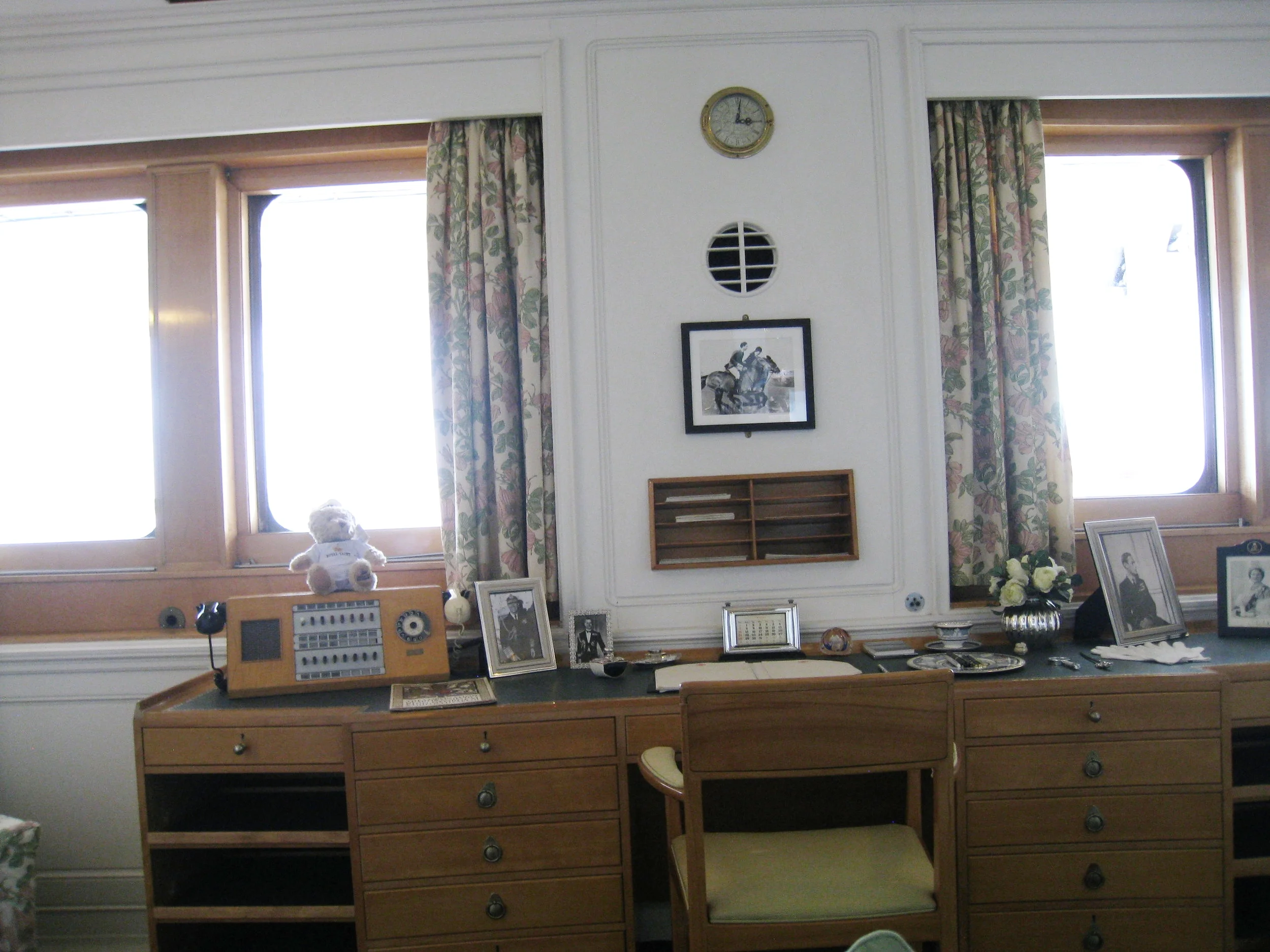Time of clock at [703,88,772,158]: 3:01
